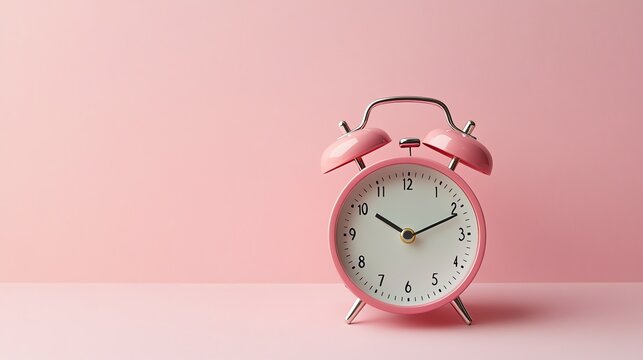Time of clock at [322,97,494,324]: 10:11
